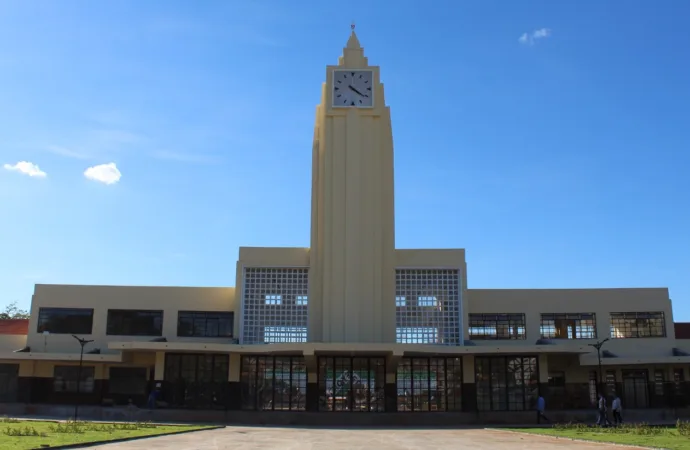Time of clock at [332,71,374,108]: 4:21
